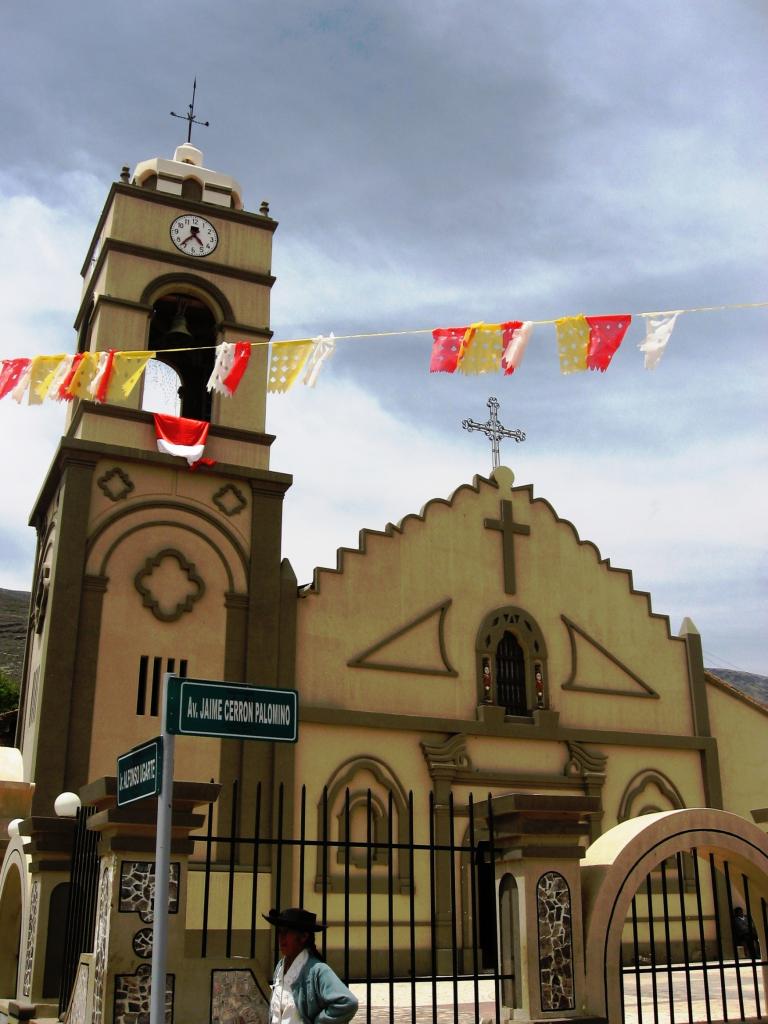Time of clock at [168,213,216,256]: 4:36
